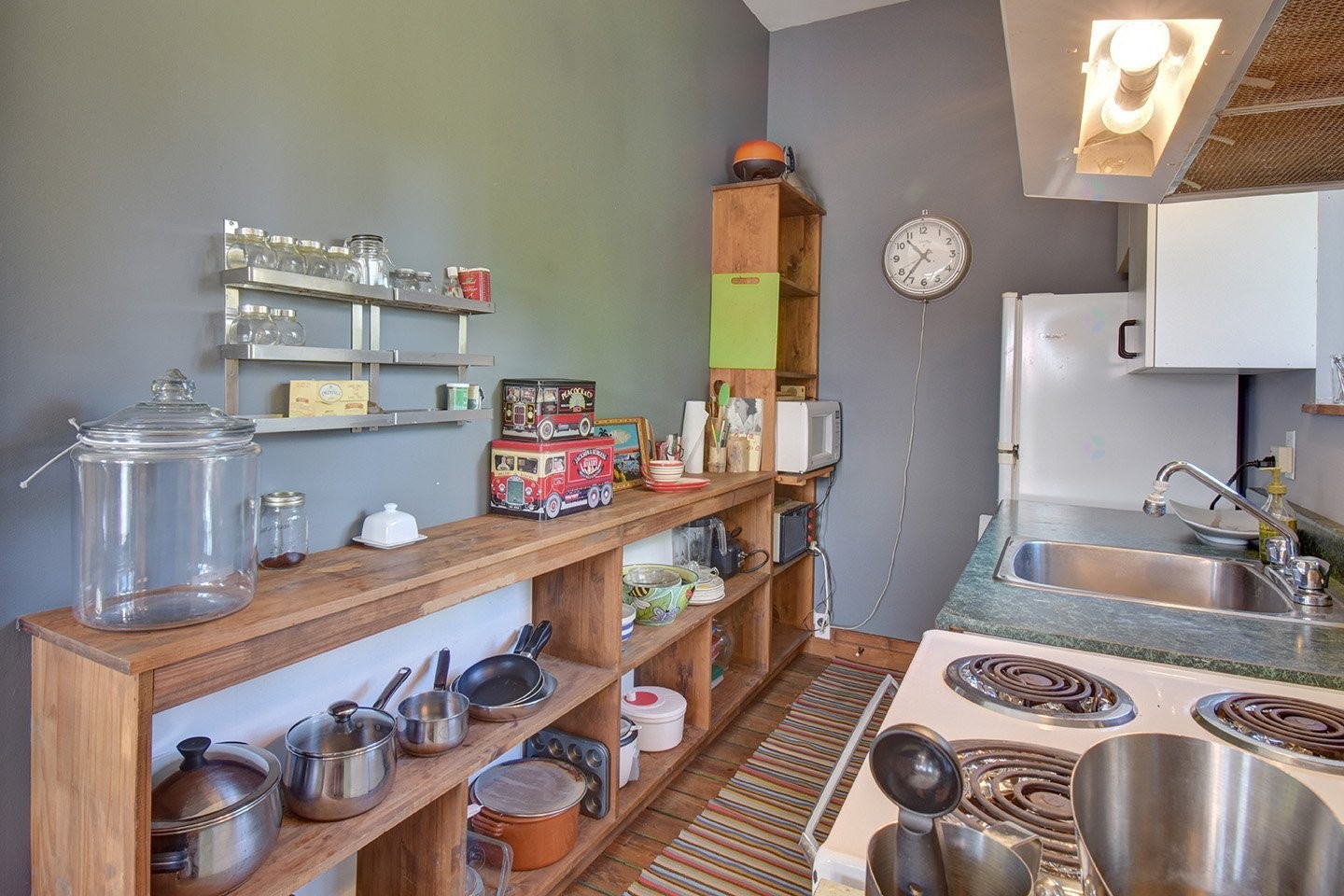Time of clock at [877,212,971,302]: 10:36
